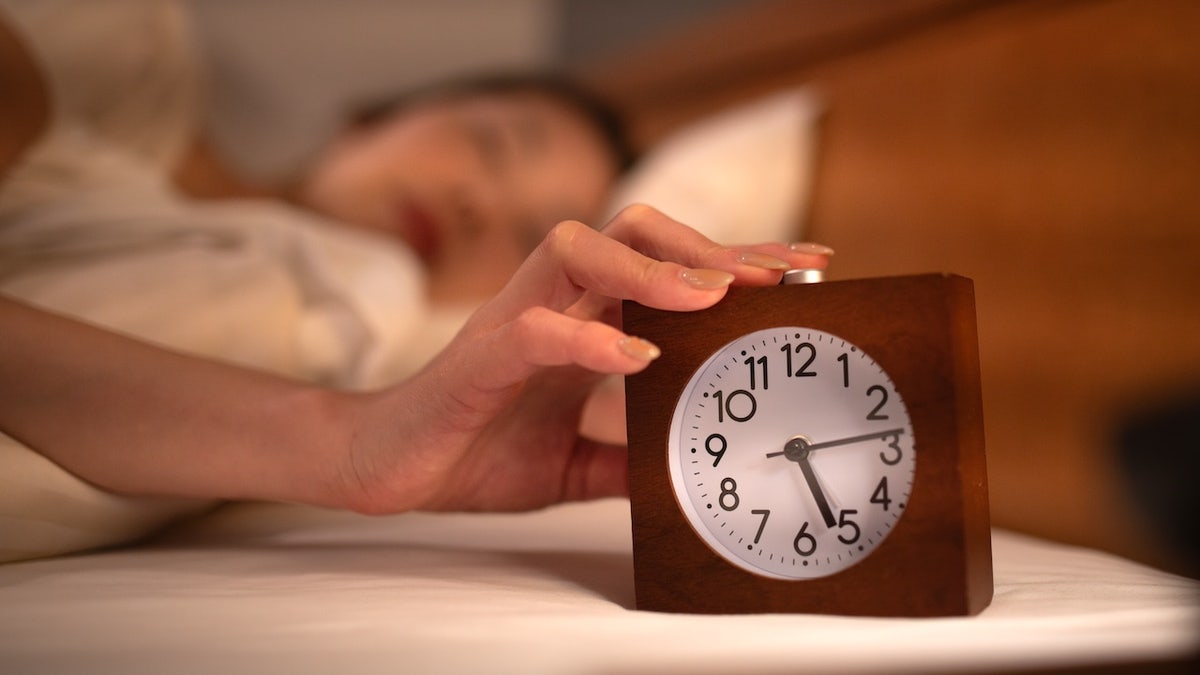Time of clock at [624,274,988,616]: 5:13
